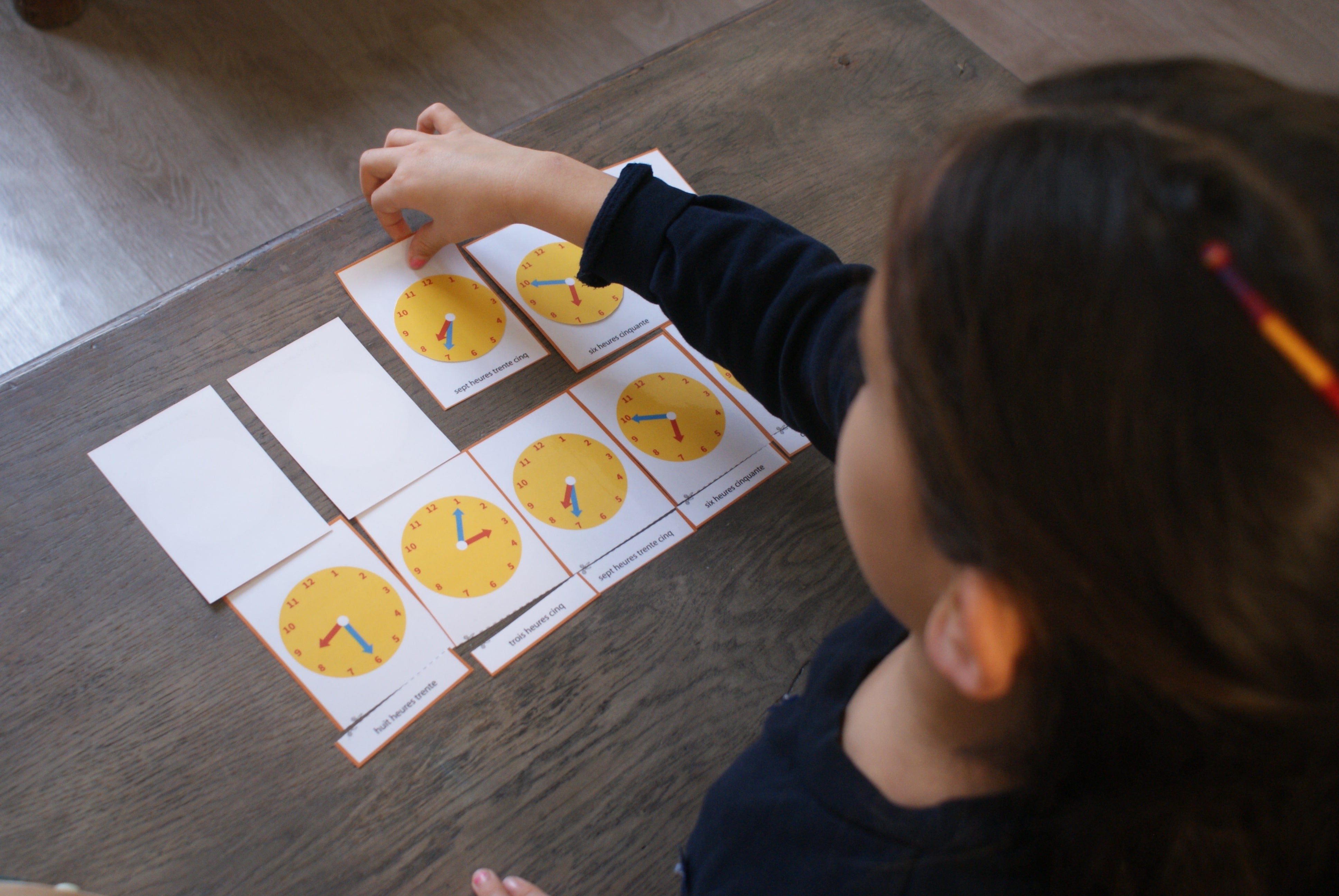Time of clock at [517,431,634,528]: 6:30
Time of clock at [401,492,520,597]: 2:00
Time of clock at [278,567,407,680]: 7:25
